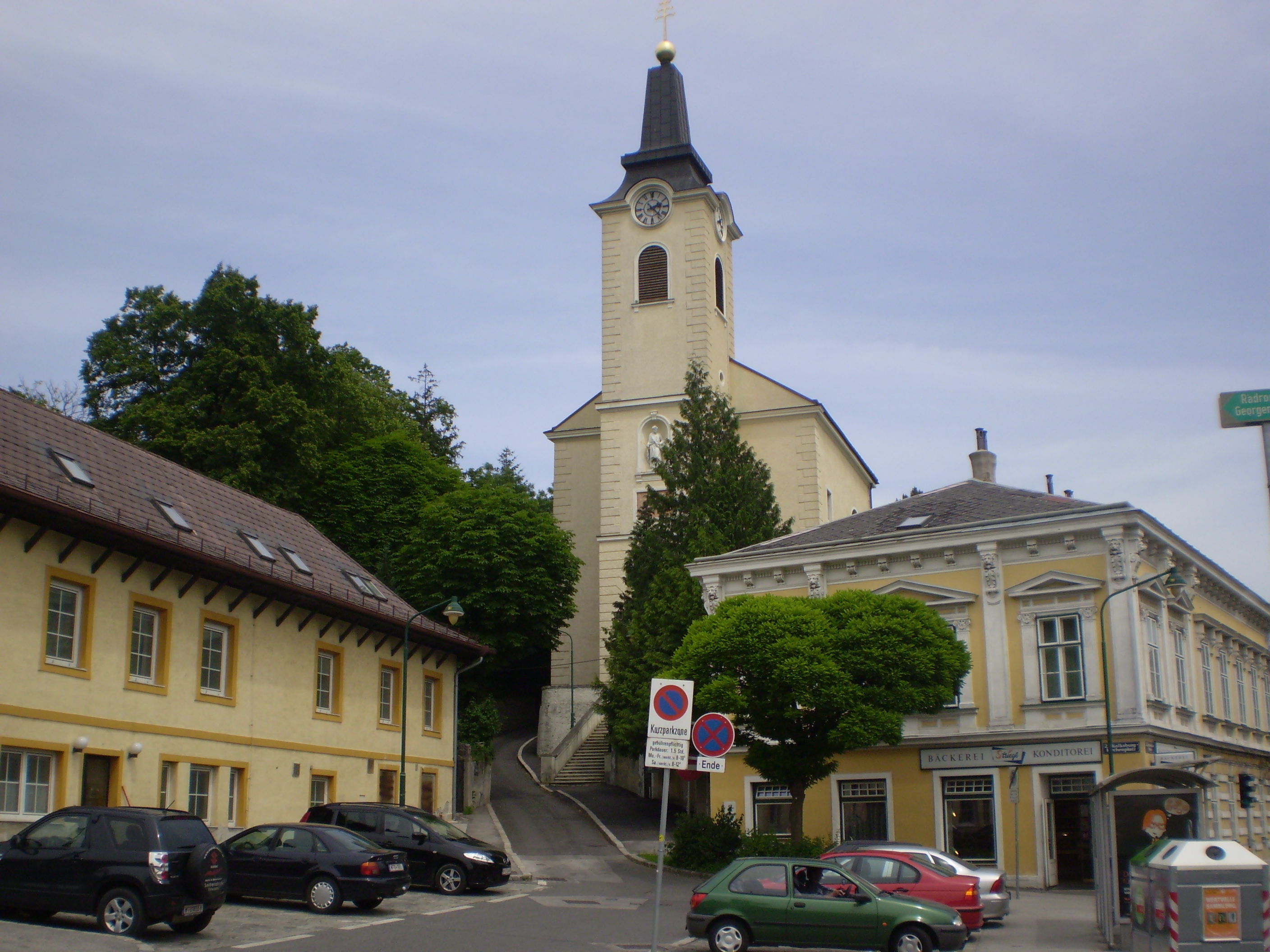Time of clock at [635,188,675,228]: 2:22
